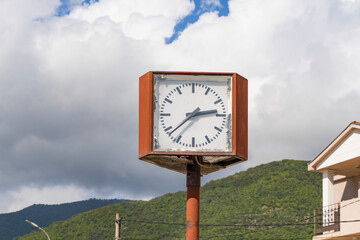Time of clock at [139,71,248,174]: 2:37
